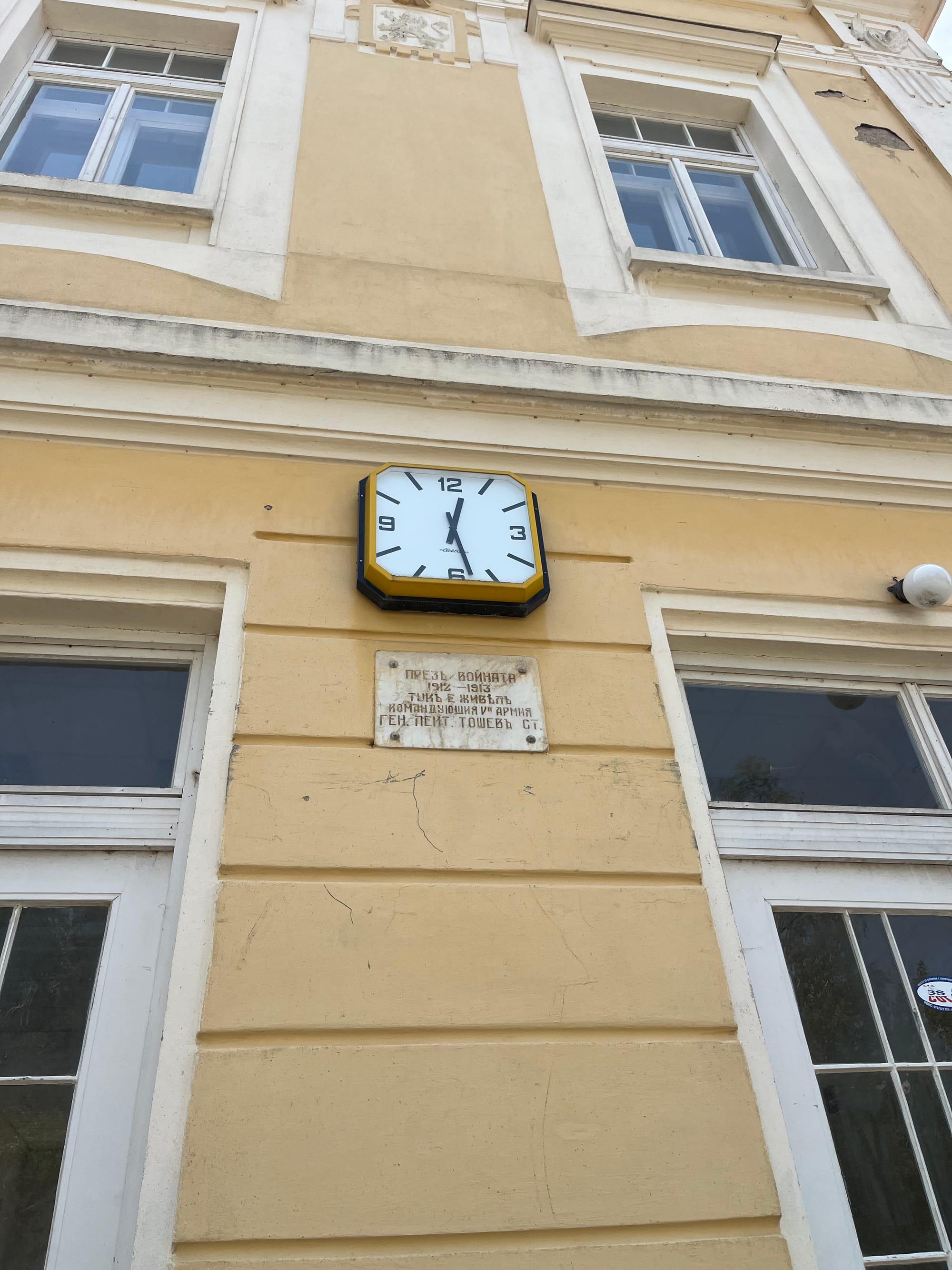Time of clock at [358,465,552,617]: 12:27
